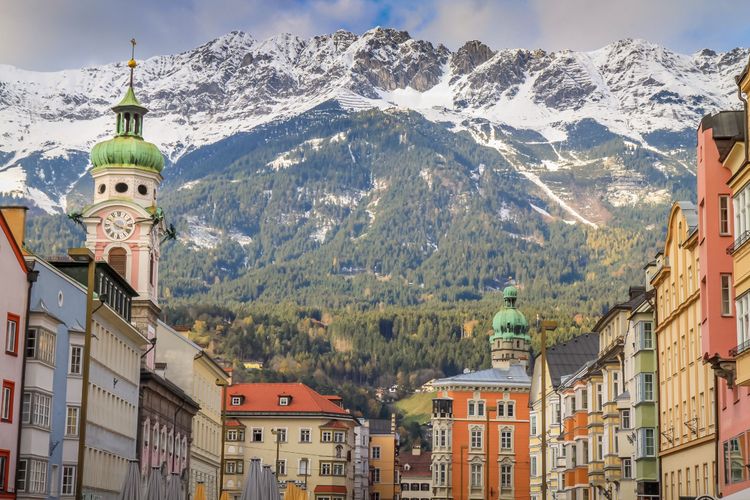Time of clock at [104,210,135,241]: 3:50
